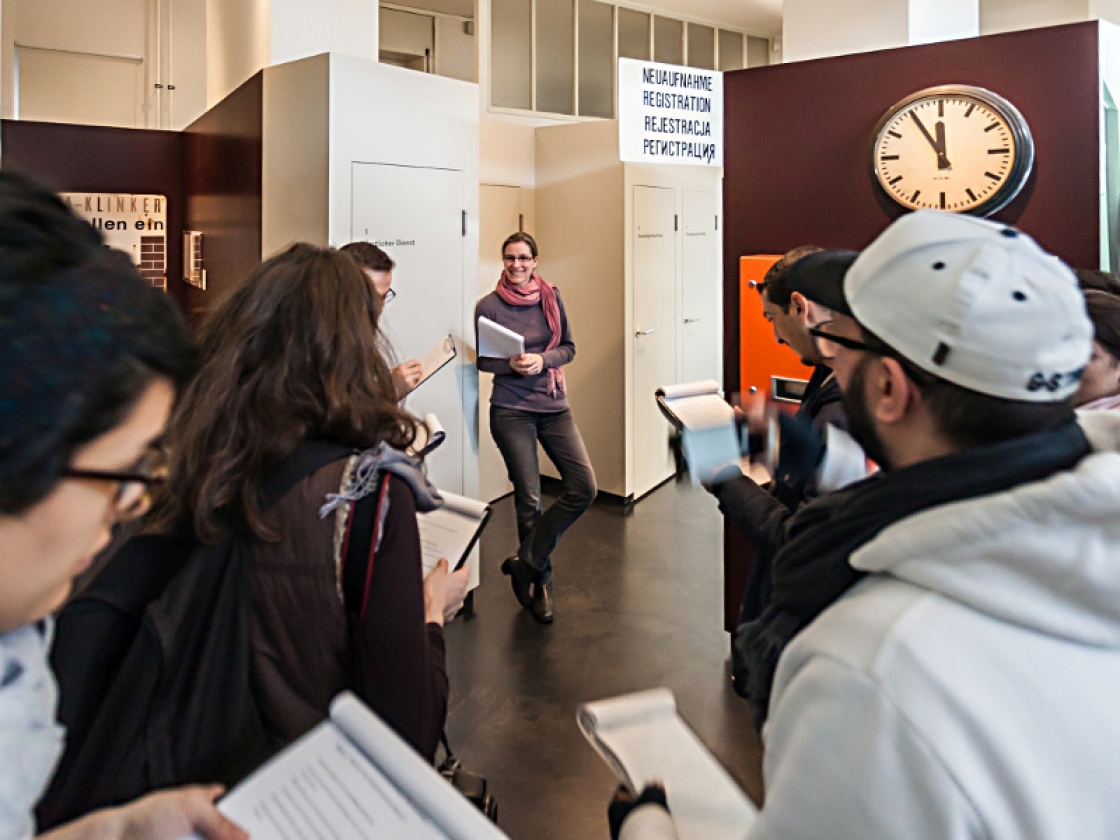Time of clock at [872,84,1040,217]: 11:54
